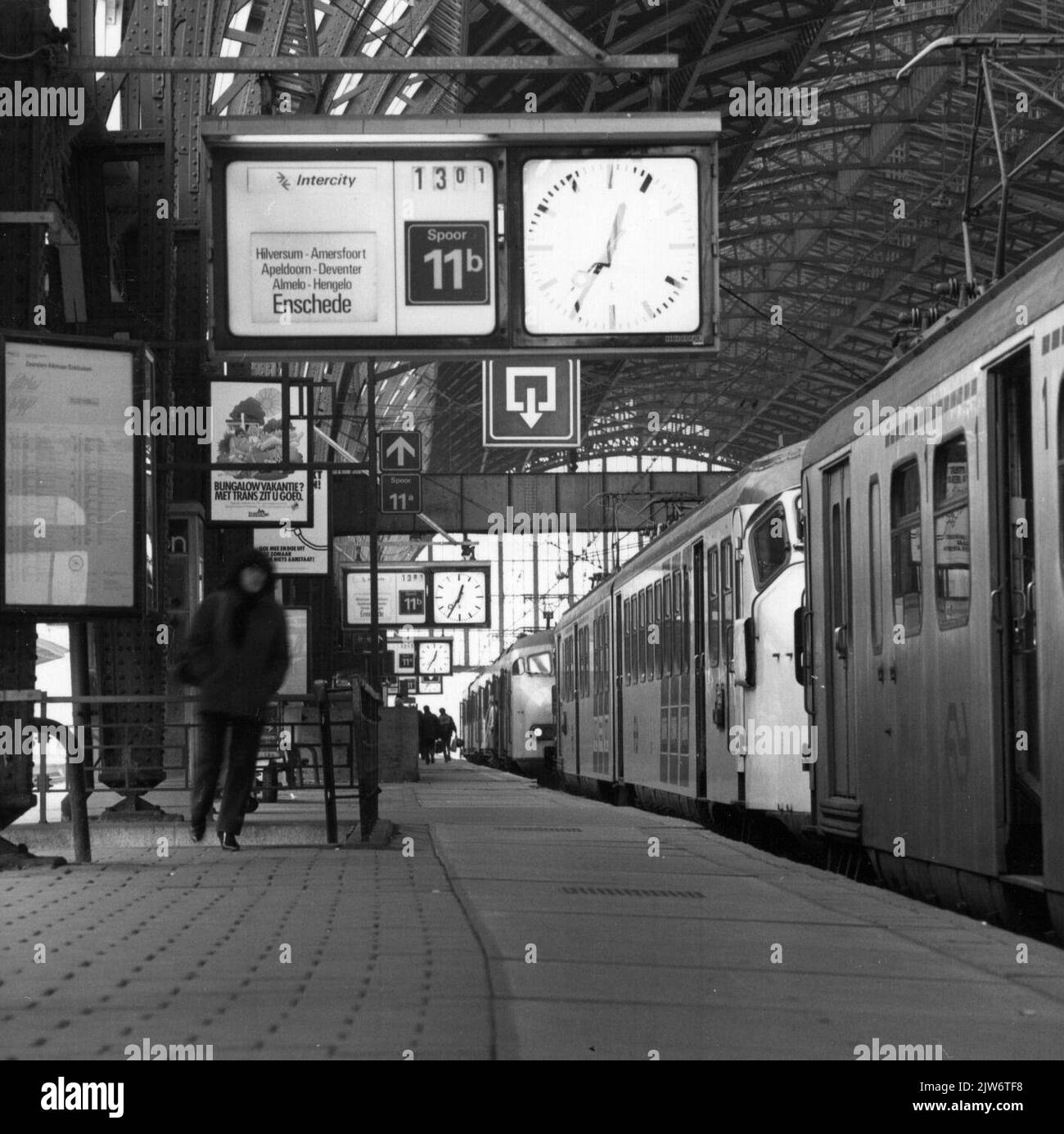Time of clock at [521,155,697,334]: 12:35
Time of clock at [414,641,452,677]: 12:35
